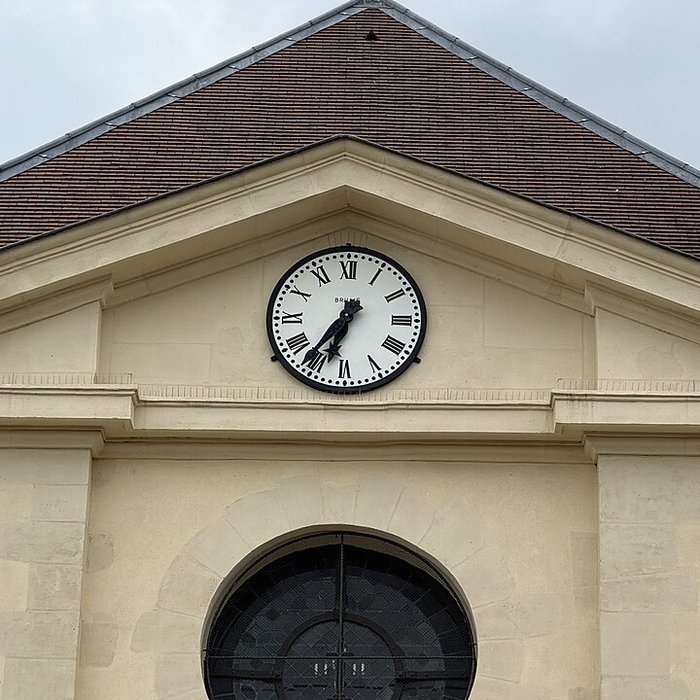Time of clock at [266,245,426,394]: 6:36
